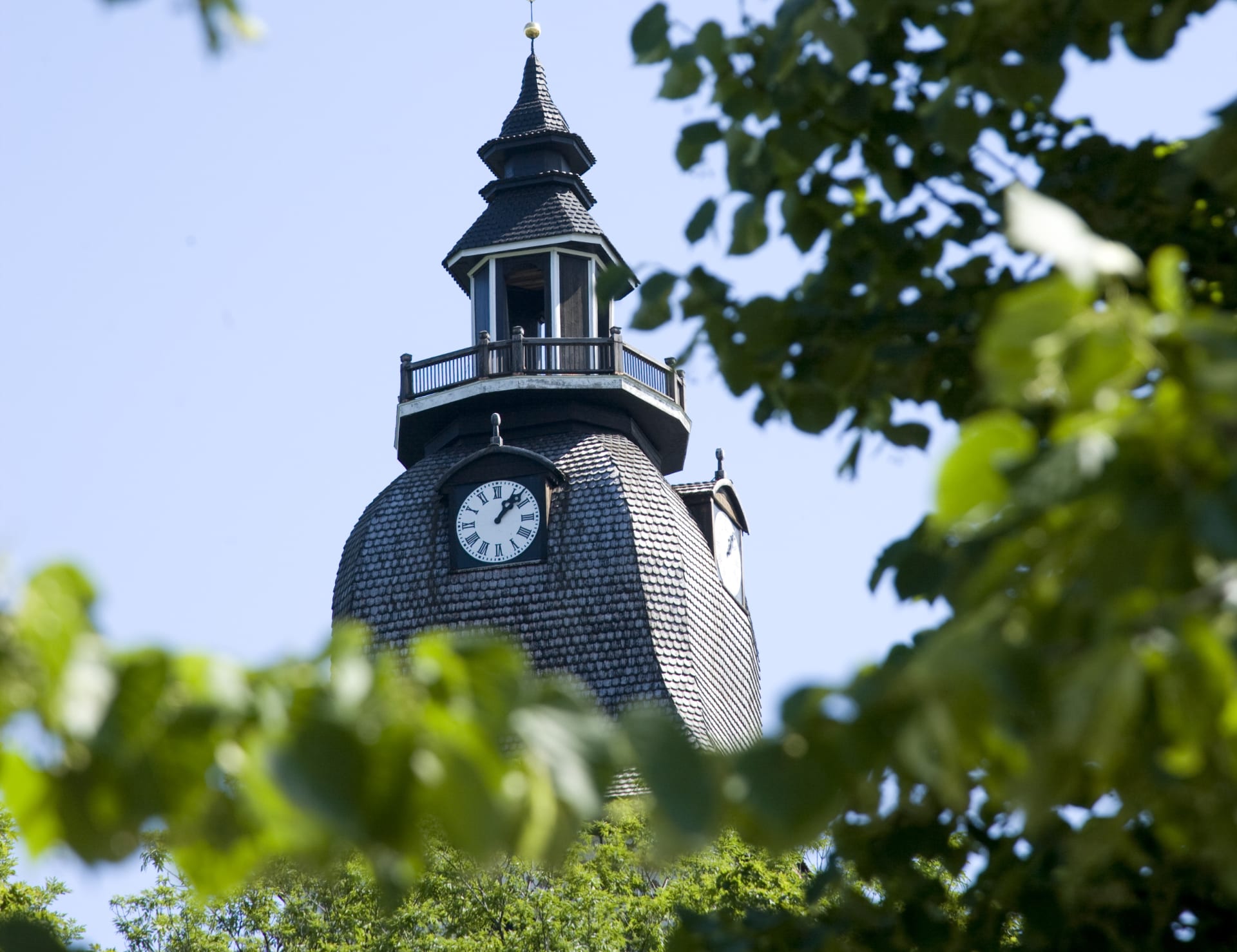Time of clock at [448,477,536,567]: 1:07
